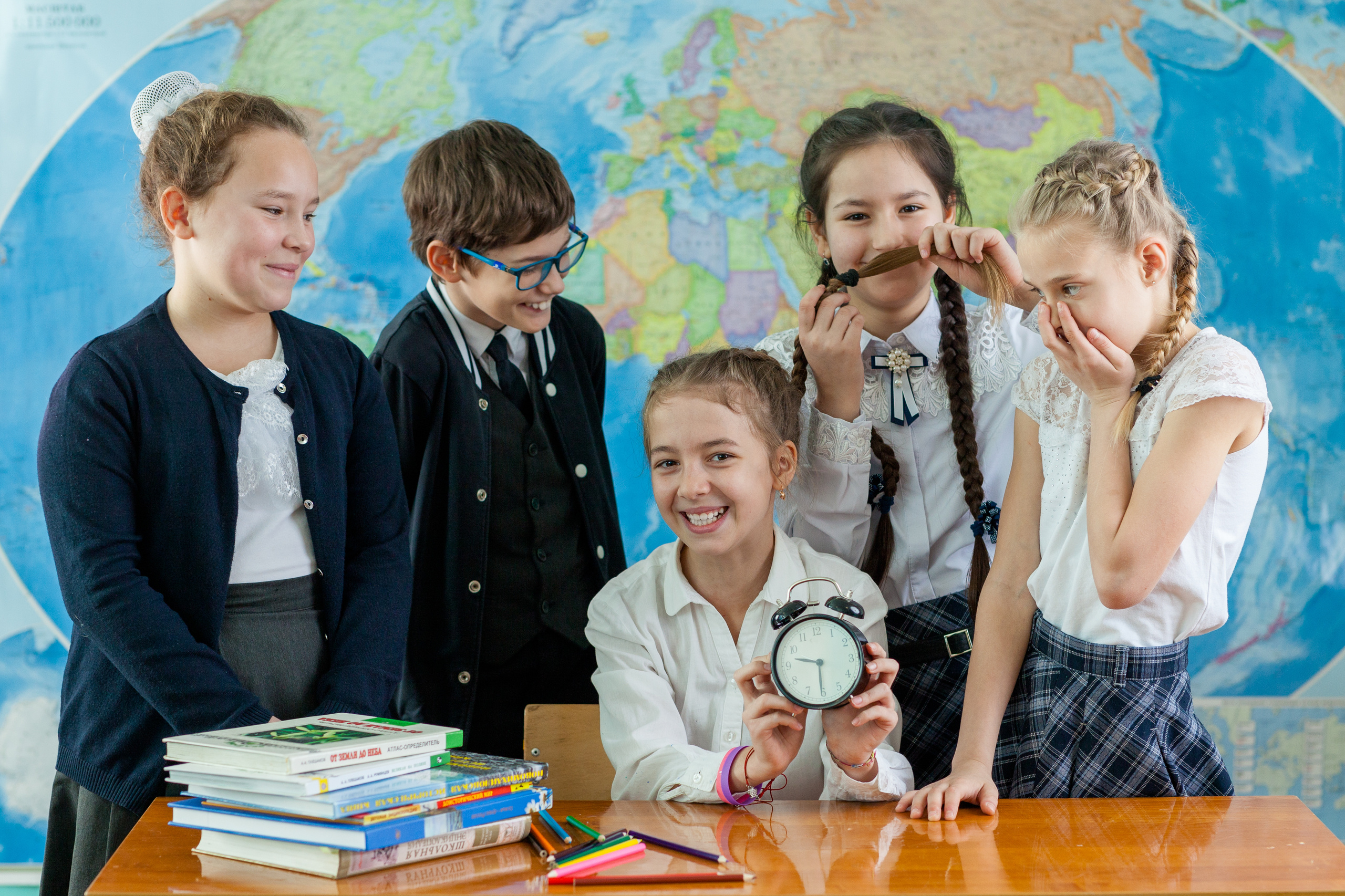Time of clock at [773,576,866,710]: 9:30
